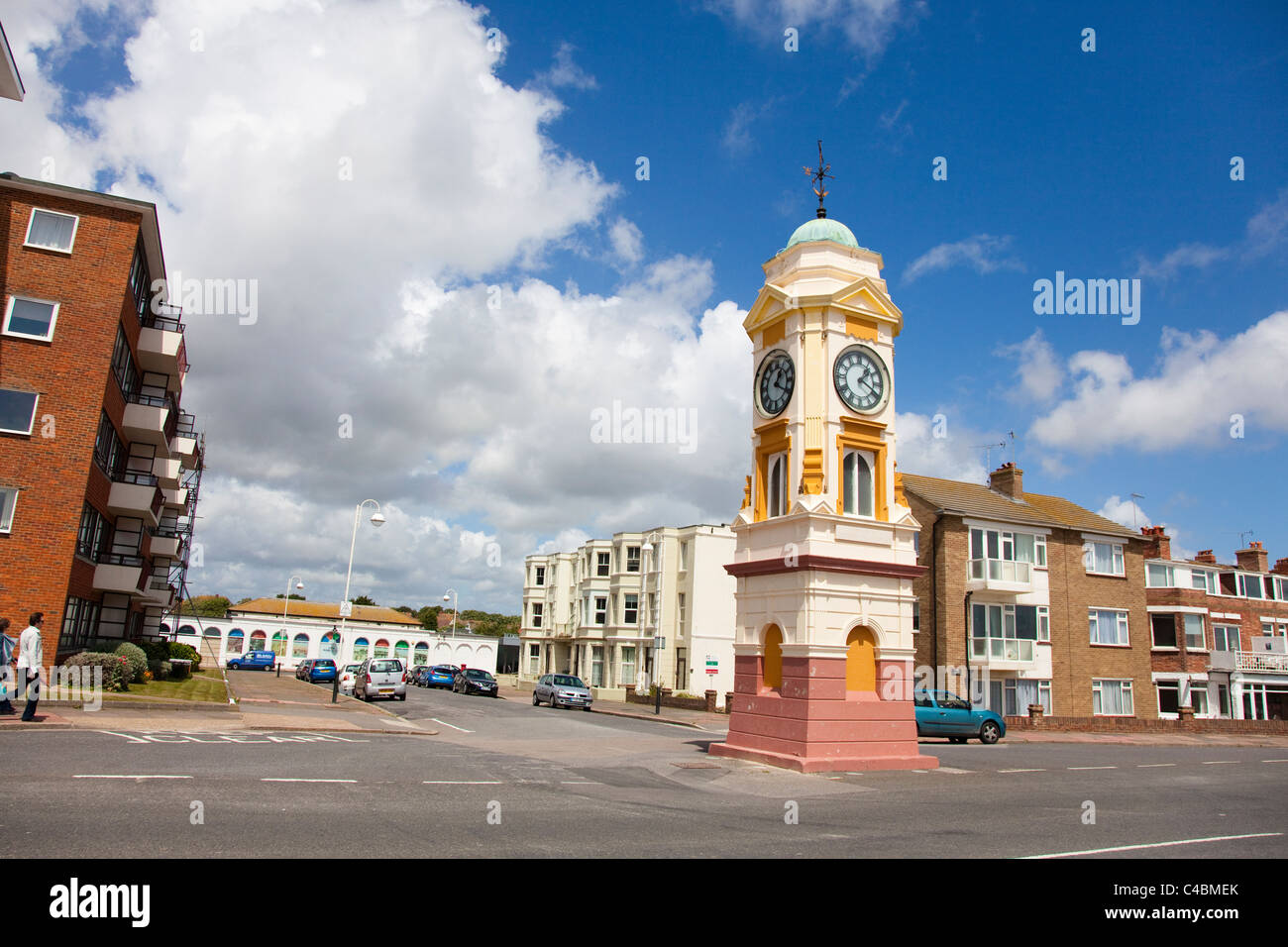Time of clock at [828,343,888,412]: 1:19
